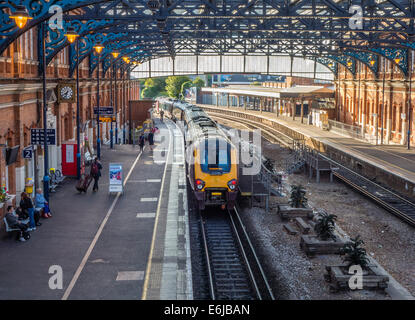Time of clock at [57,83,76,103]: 7:32
